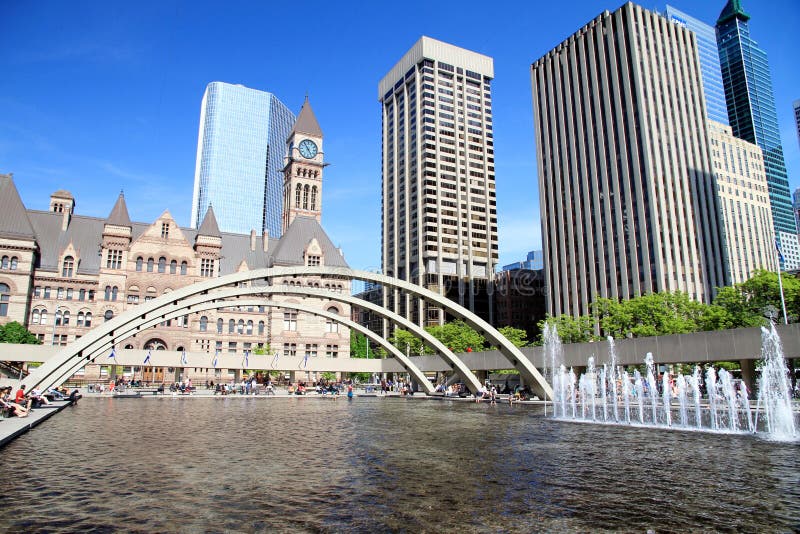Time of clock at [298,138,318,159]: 4:54
